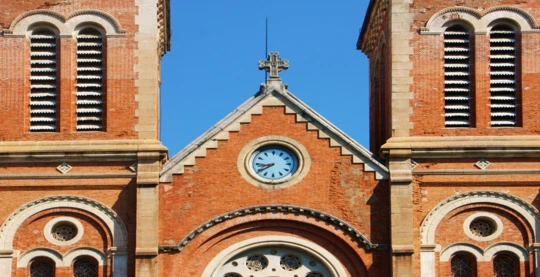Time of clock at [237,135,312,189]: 8:38
